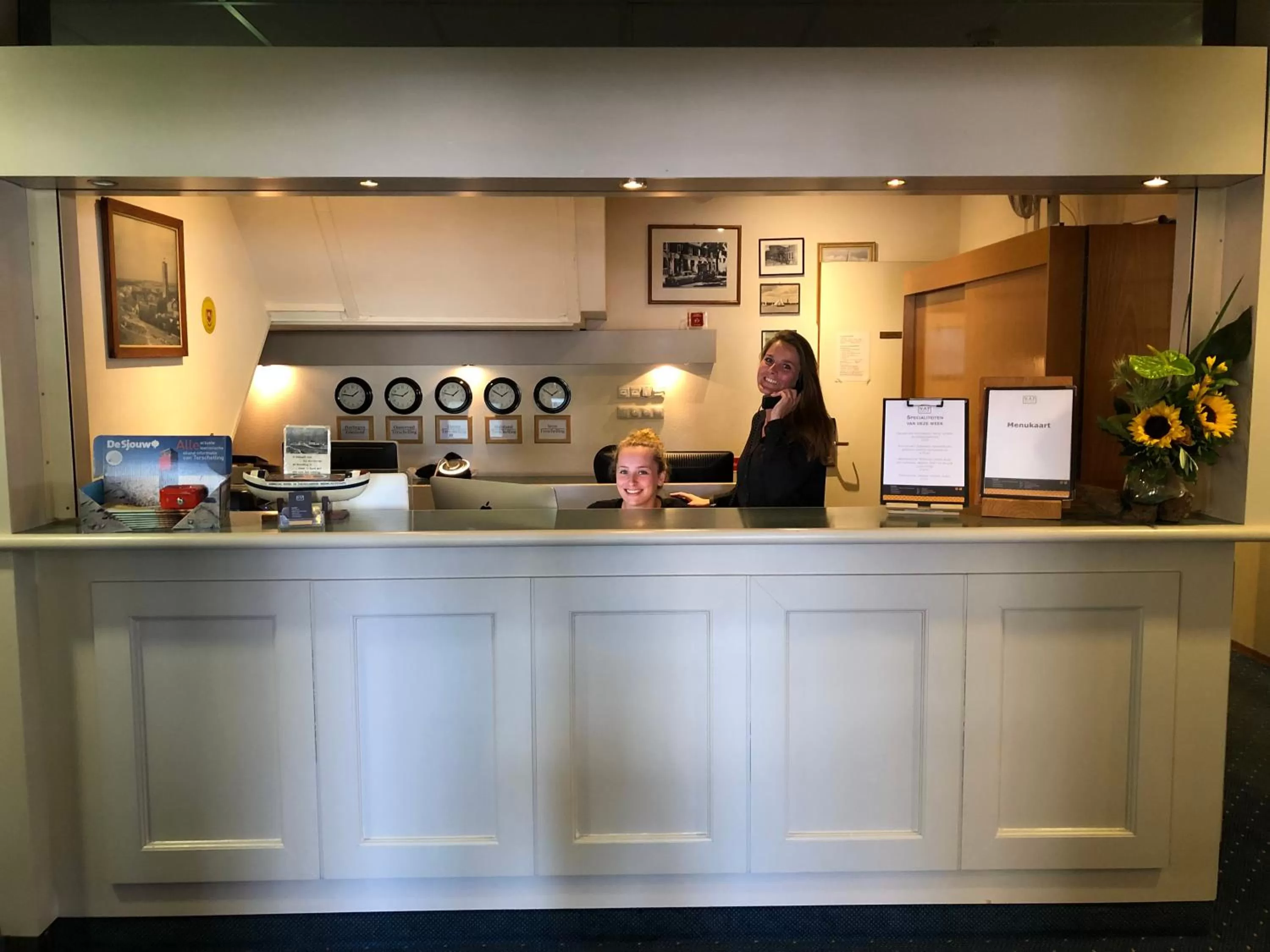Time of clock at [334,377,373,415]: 1:46
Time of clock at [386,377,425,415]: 1:46
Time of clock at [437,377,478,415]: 1:47
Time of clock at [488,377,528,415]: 1:50
